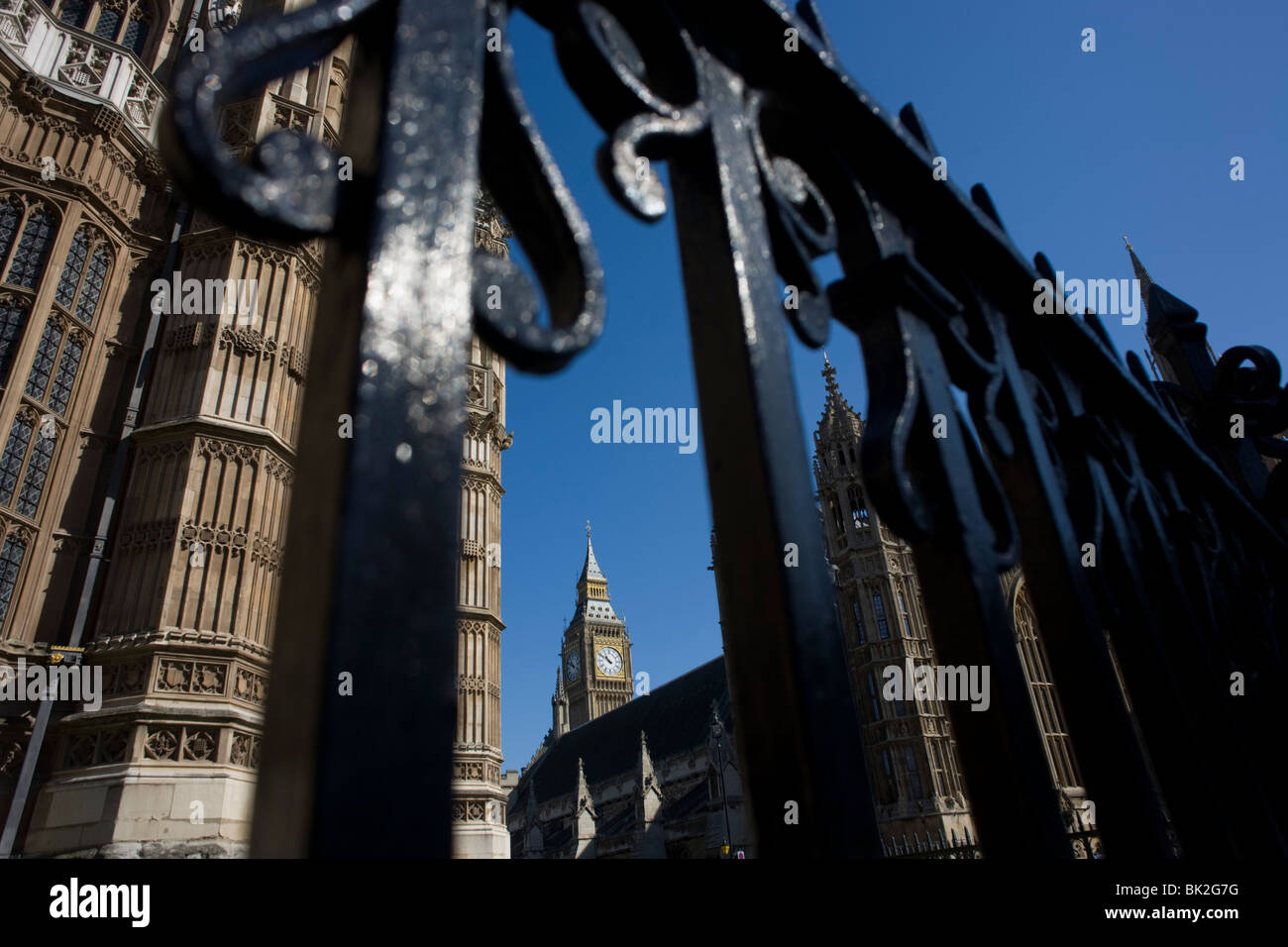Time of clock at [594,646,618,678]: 10:50
